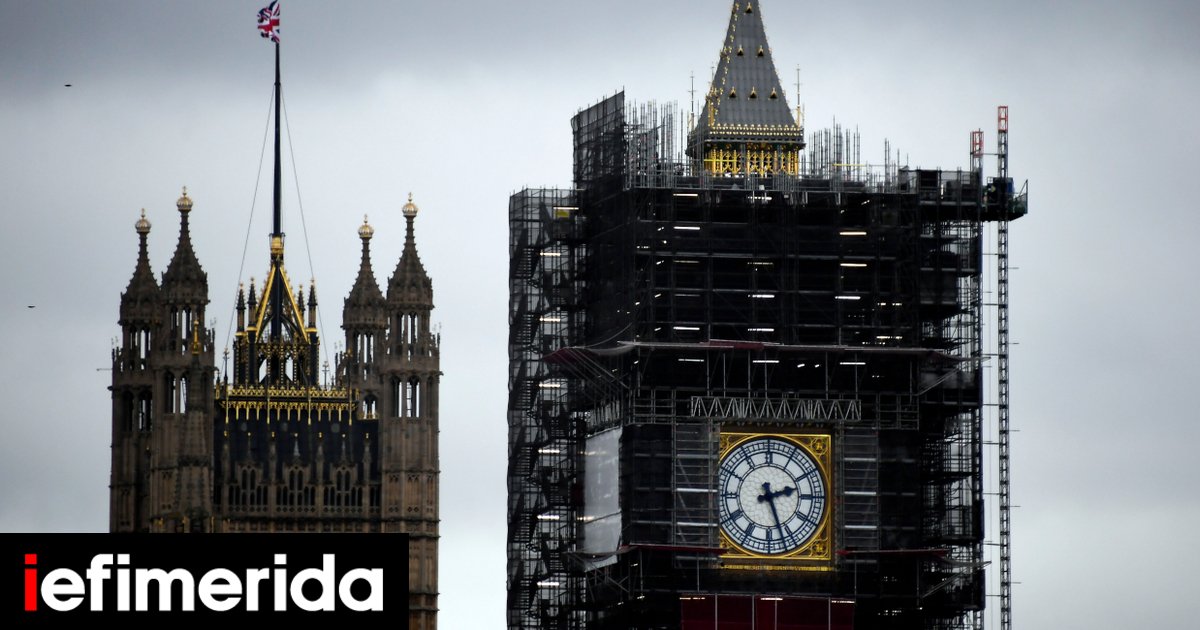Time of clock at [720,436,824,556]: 2:26
